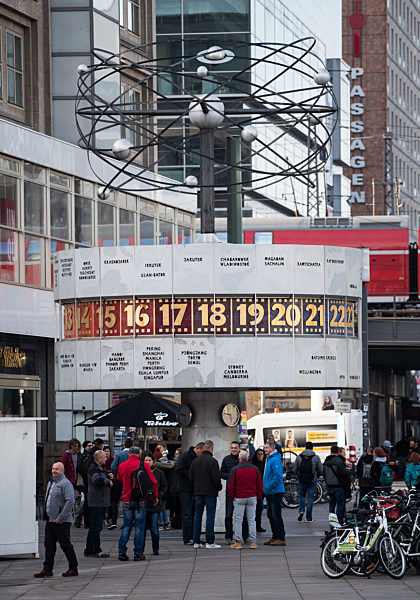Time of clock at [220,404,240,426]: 9:28
